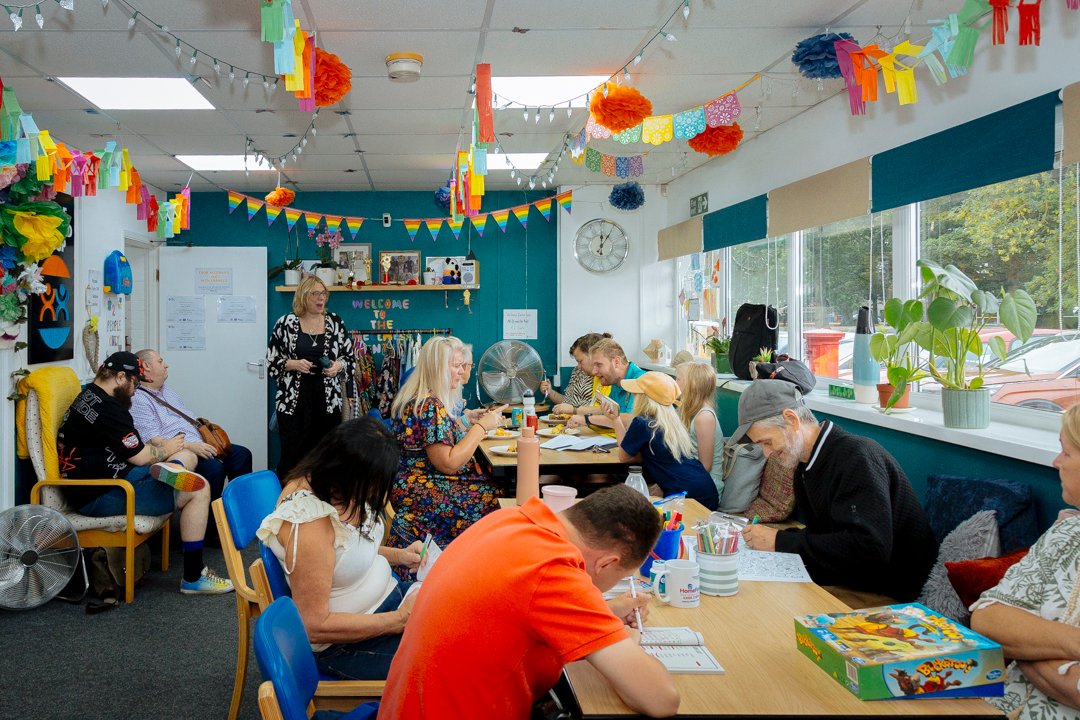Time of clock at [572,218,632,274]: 12:05
